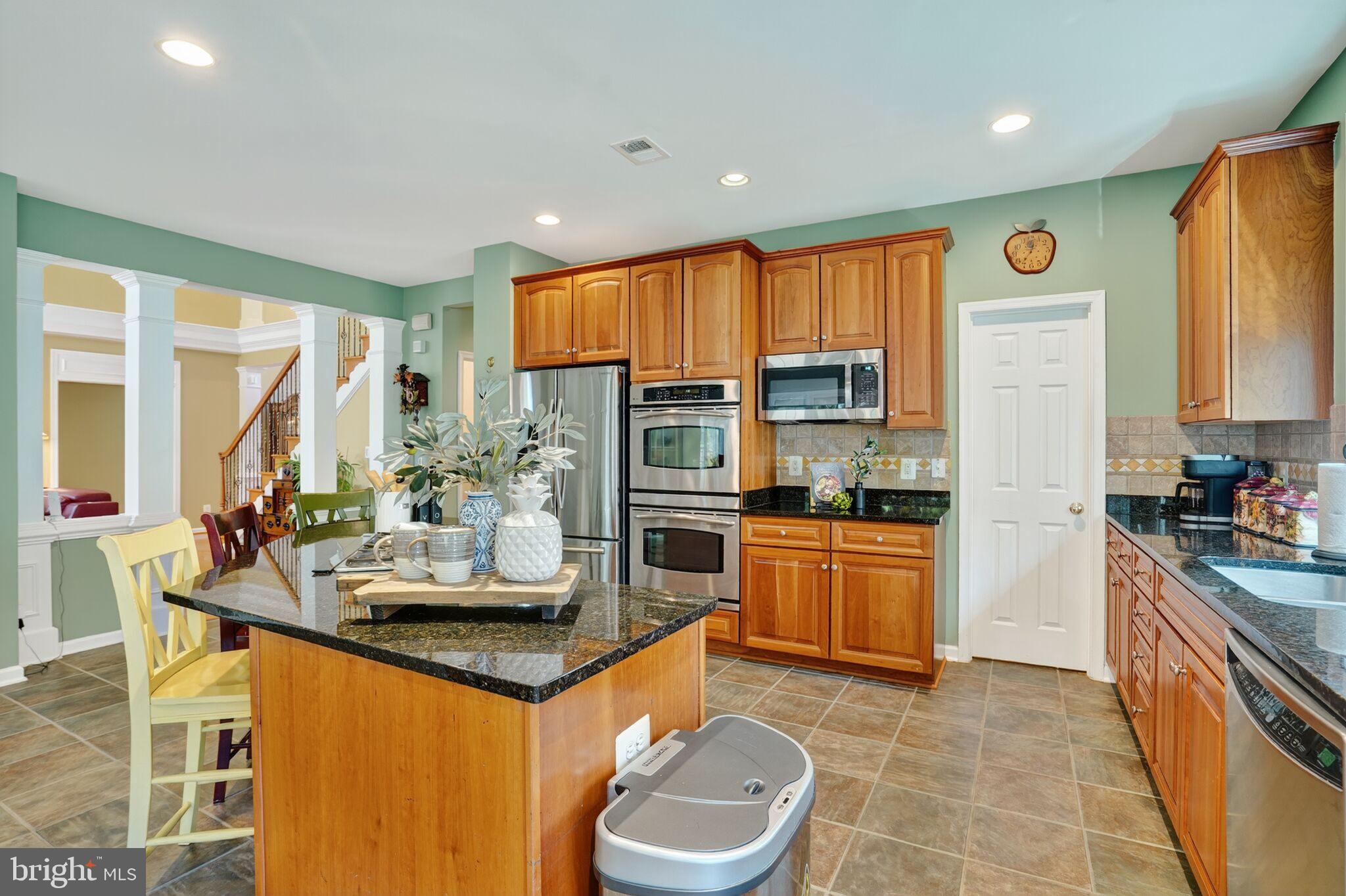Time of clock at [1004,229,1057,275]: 12:36
